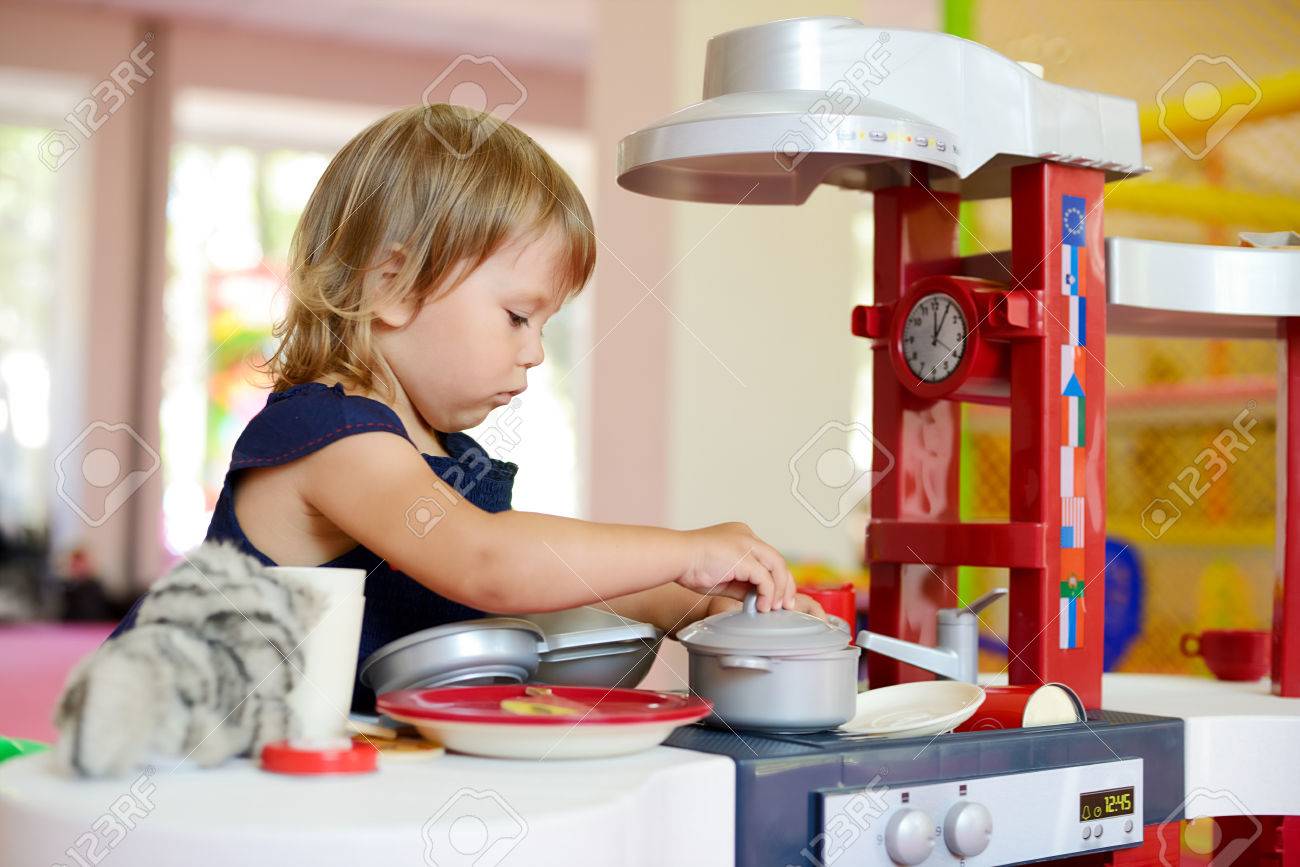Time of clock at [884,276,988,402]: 12:05
